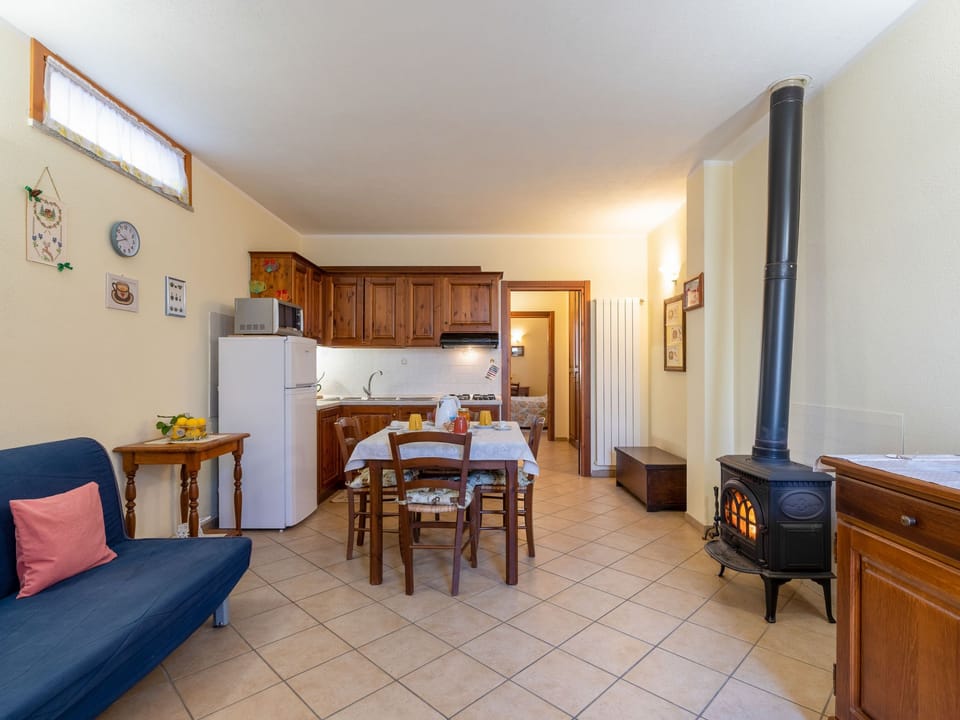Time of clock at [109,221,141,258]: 9:41
